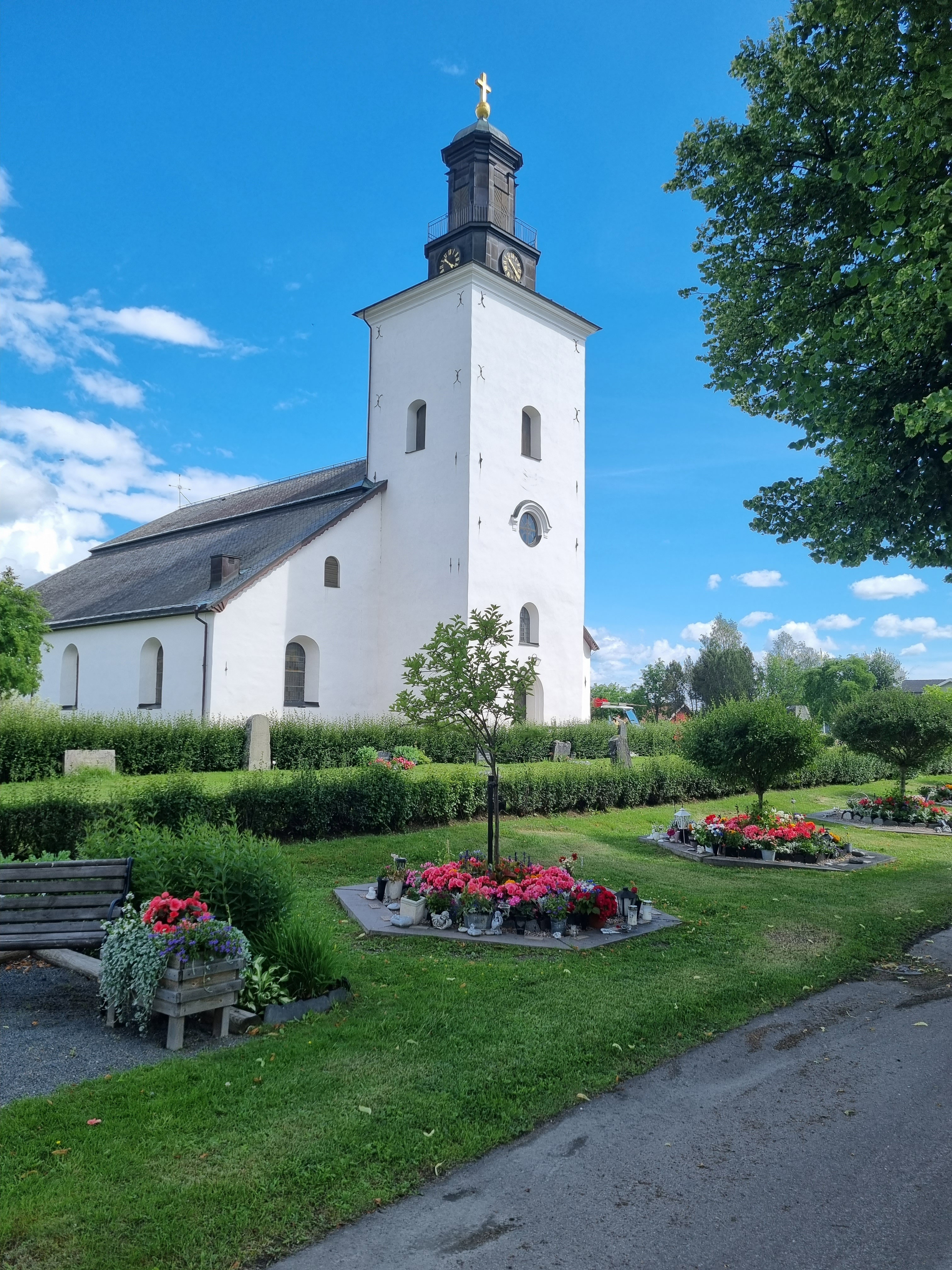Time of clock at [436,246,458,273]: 10:22
